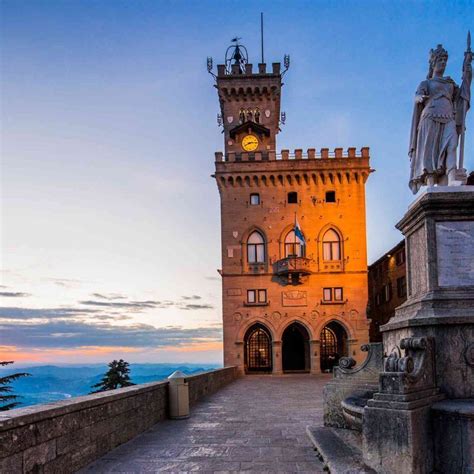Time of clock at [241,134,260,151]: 8:14
